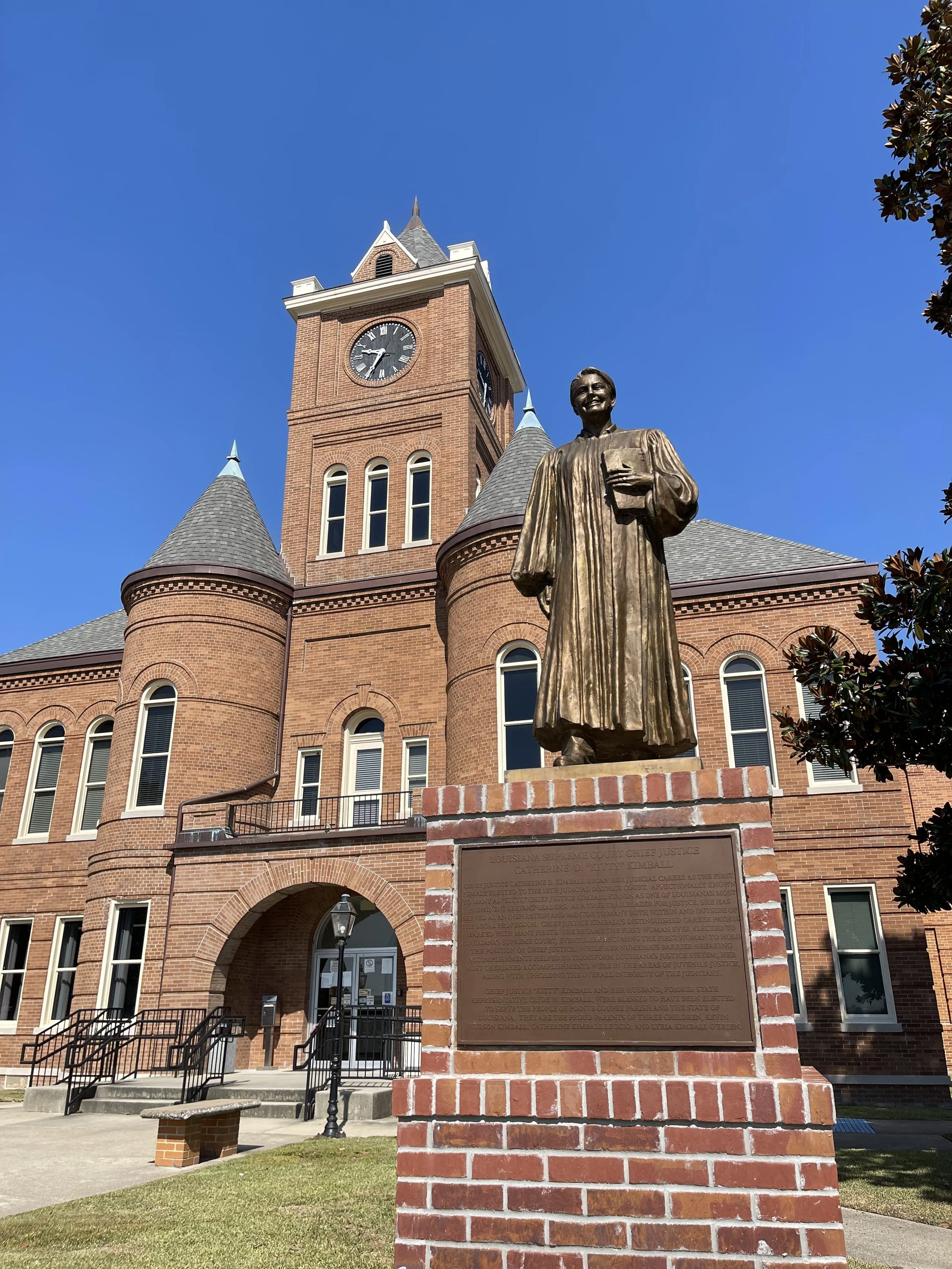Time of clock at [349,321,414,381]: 9:34
